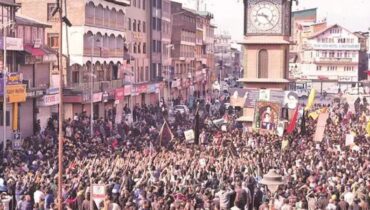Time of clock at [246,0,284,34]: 9:23
